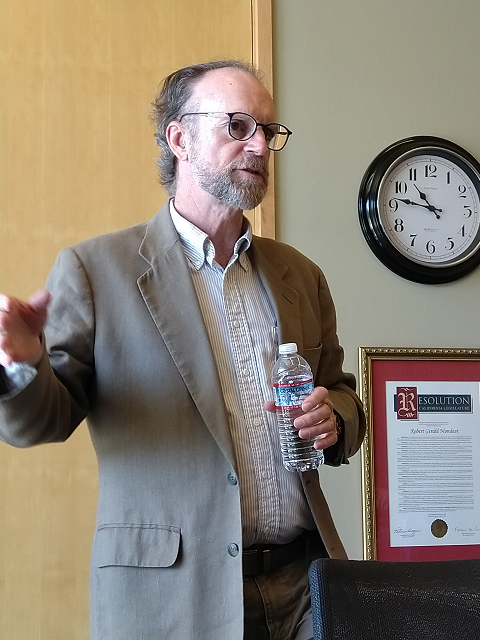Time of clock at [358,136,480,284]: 10:46
